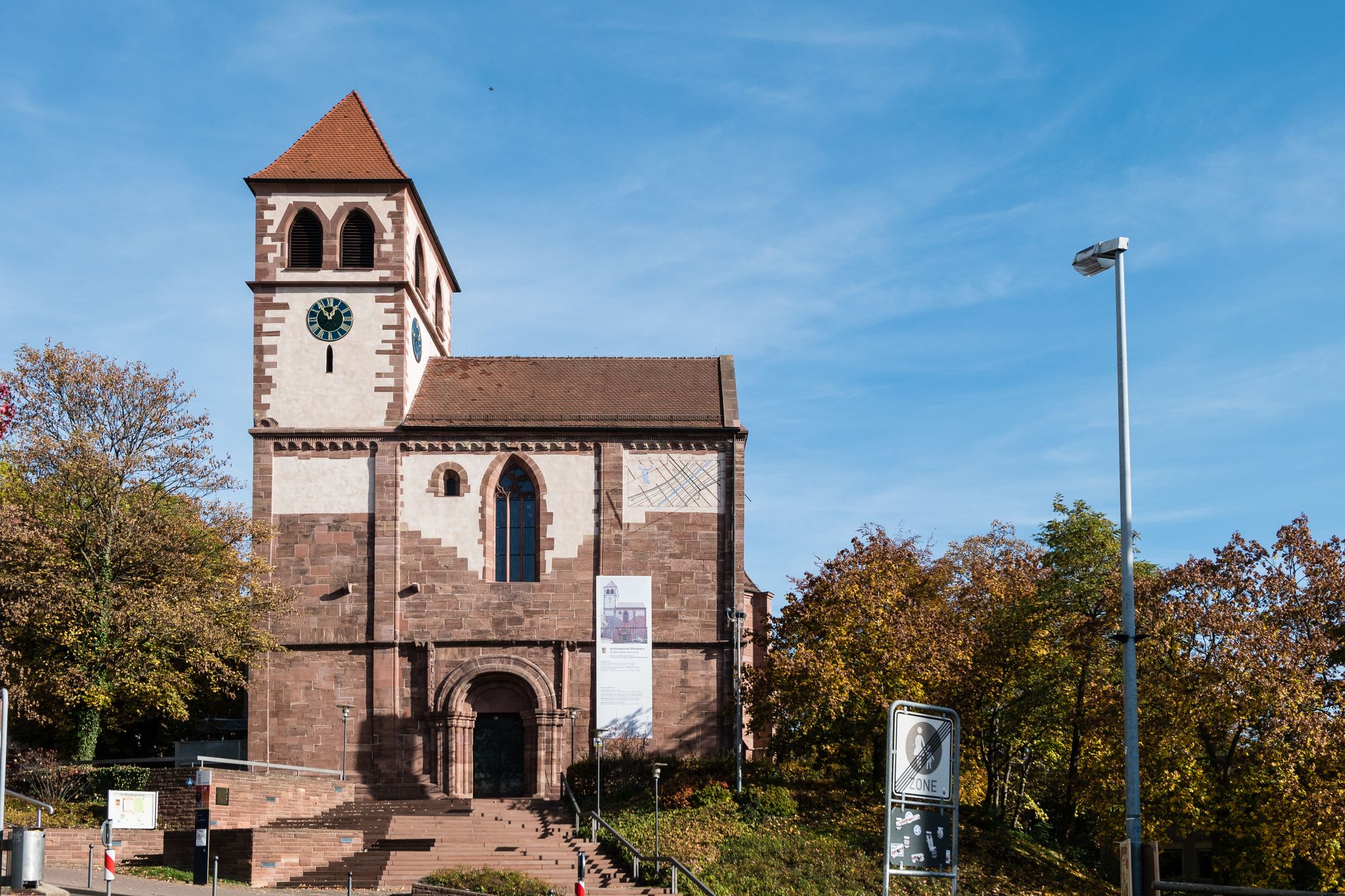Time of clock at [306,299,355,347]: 12:54
